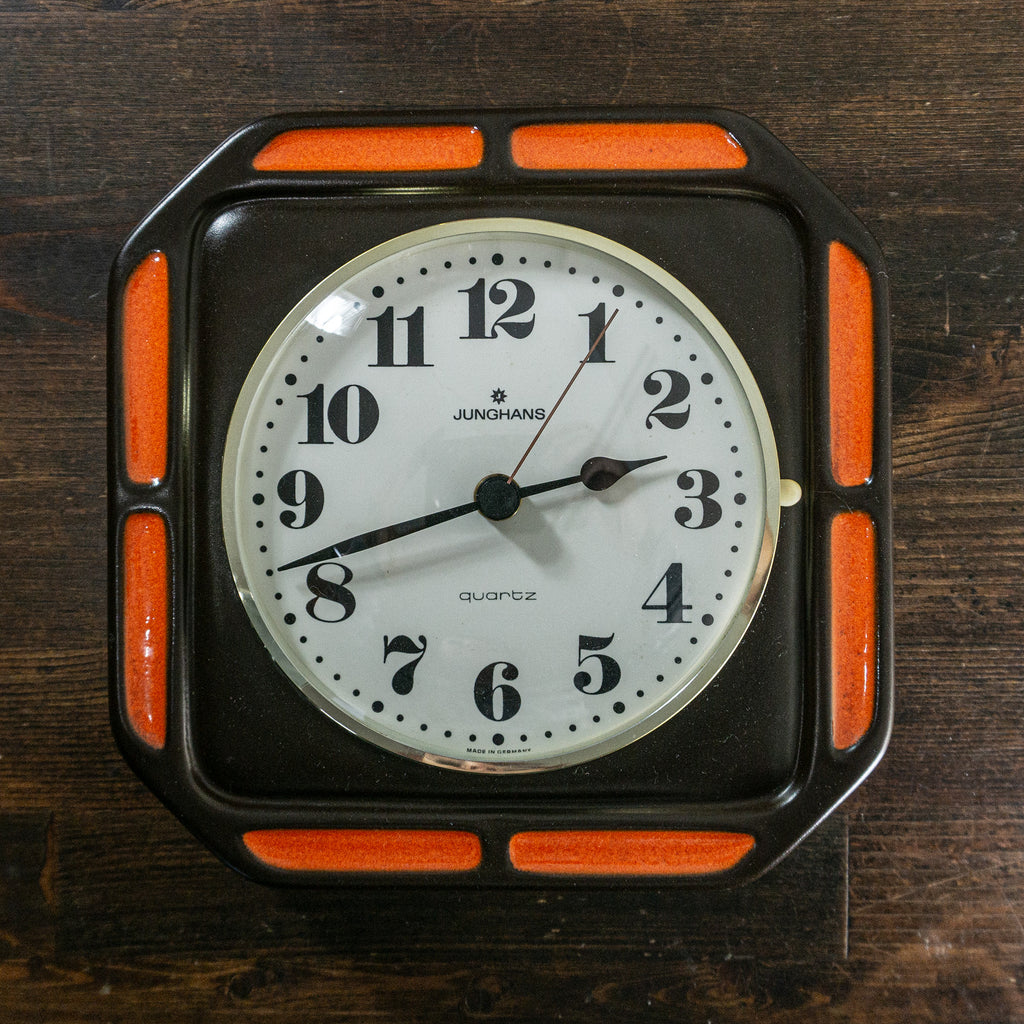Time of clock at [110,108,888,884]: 2:42
